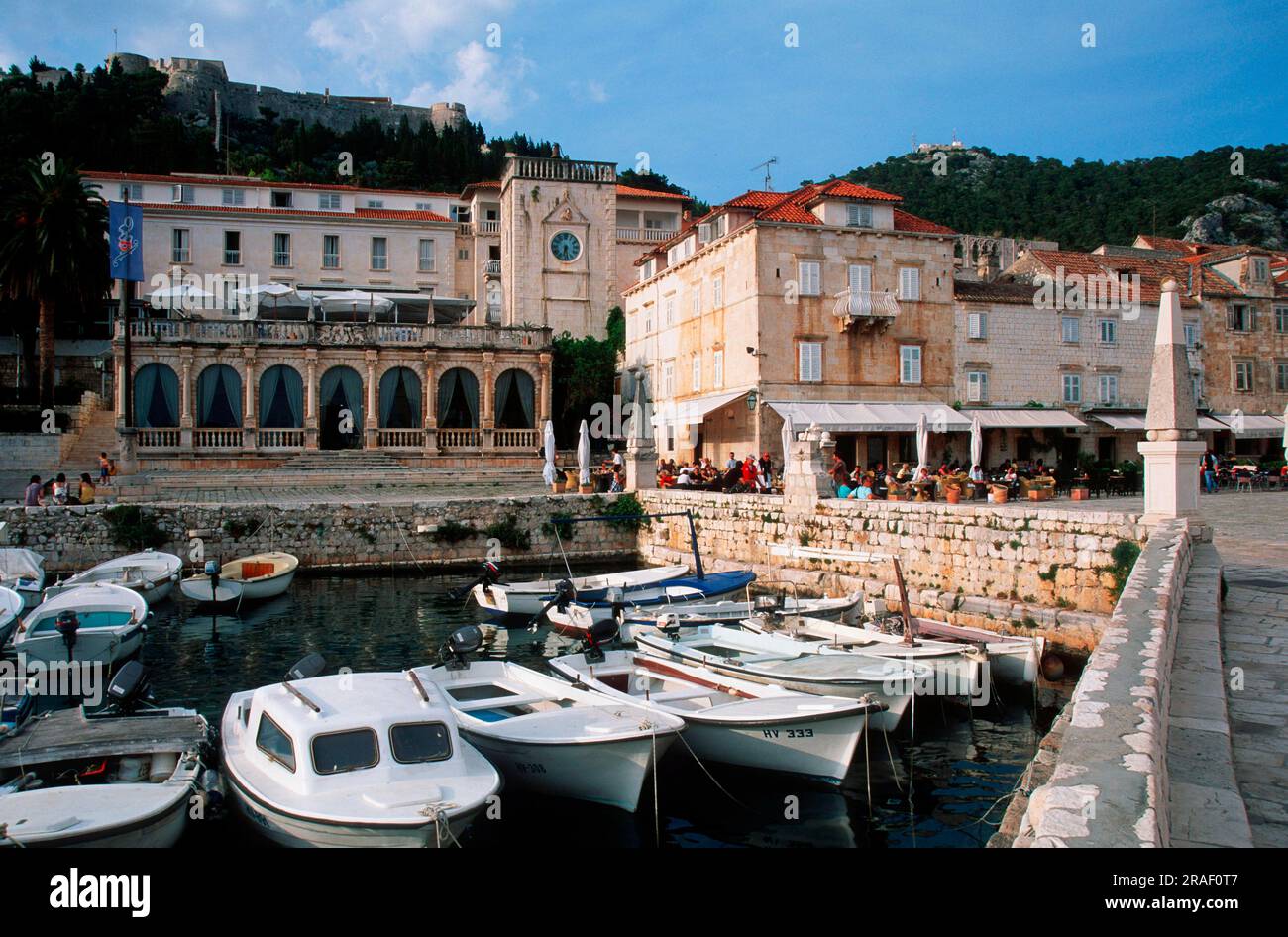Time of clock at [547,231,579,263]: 6:28
